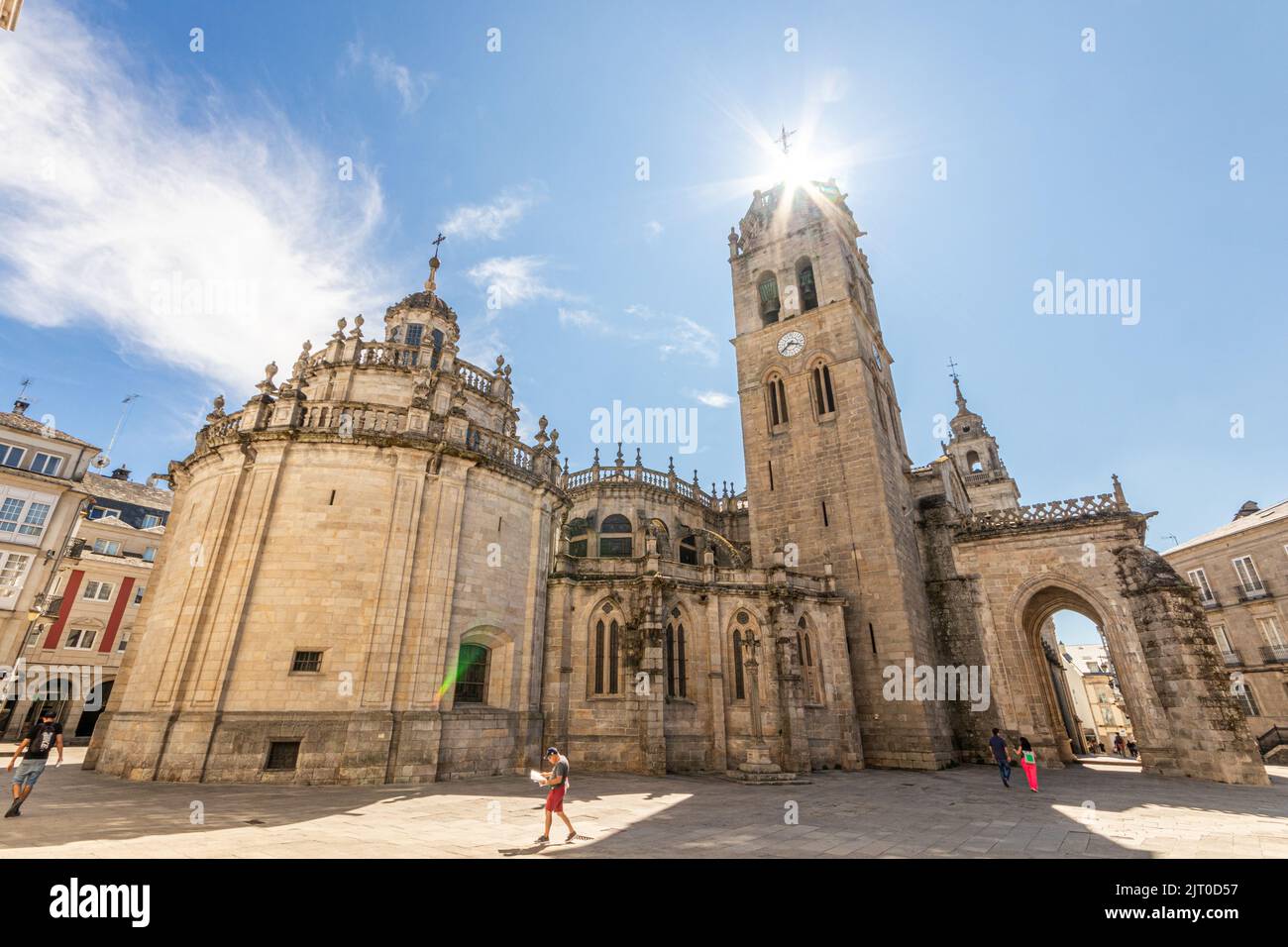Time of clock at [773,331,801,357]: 7:15
